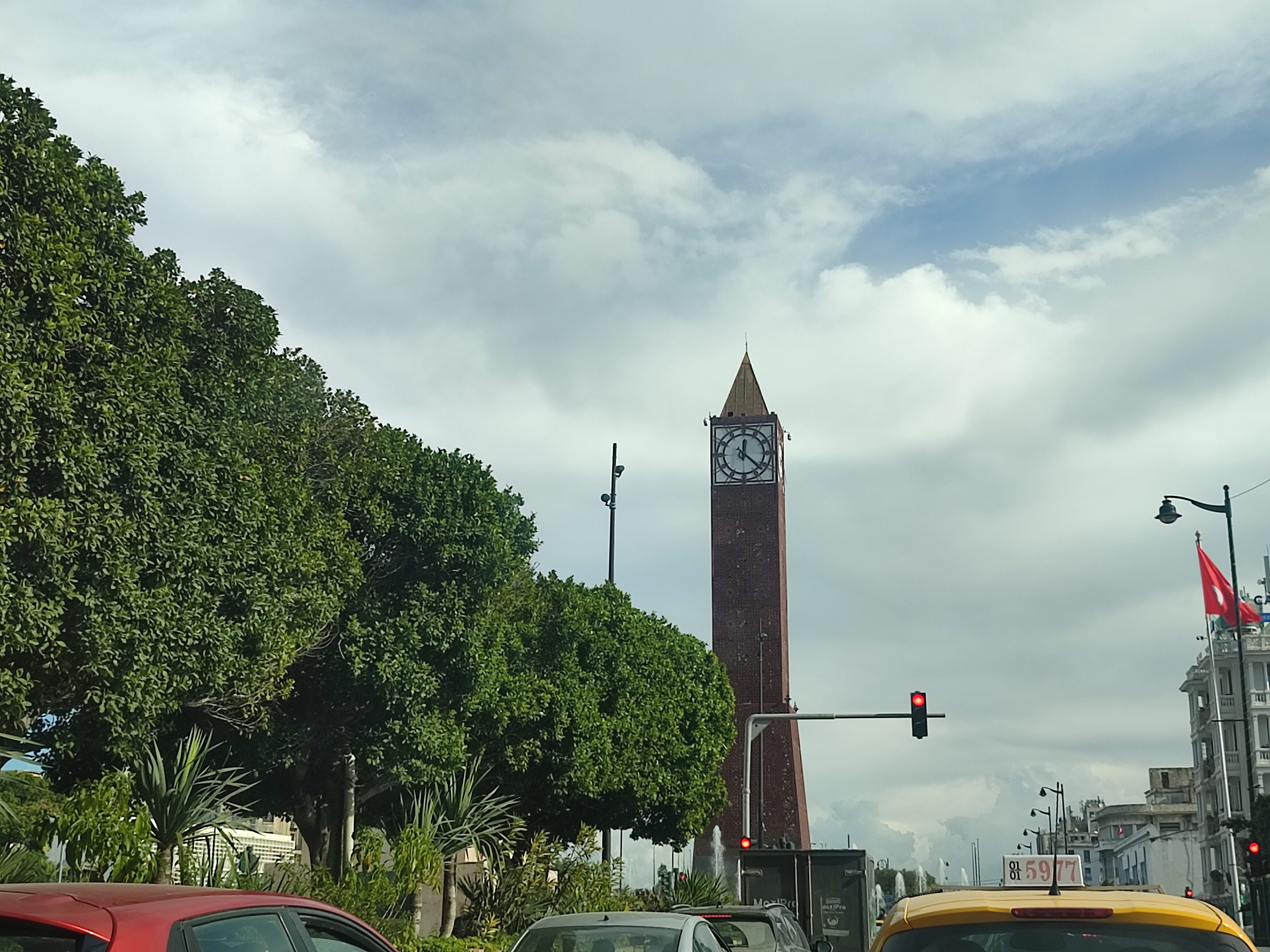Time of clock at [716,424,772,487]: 12:22
